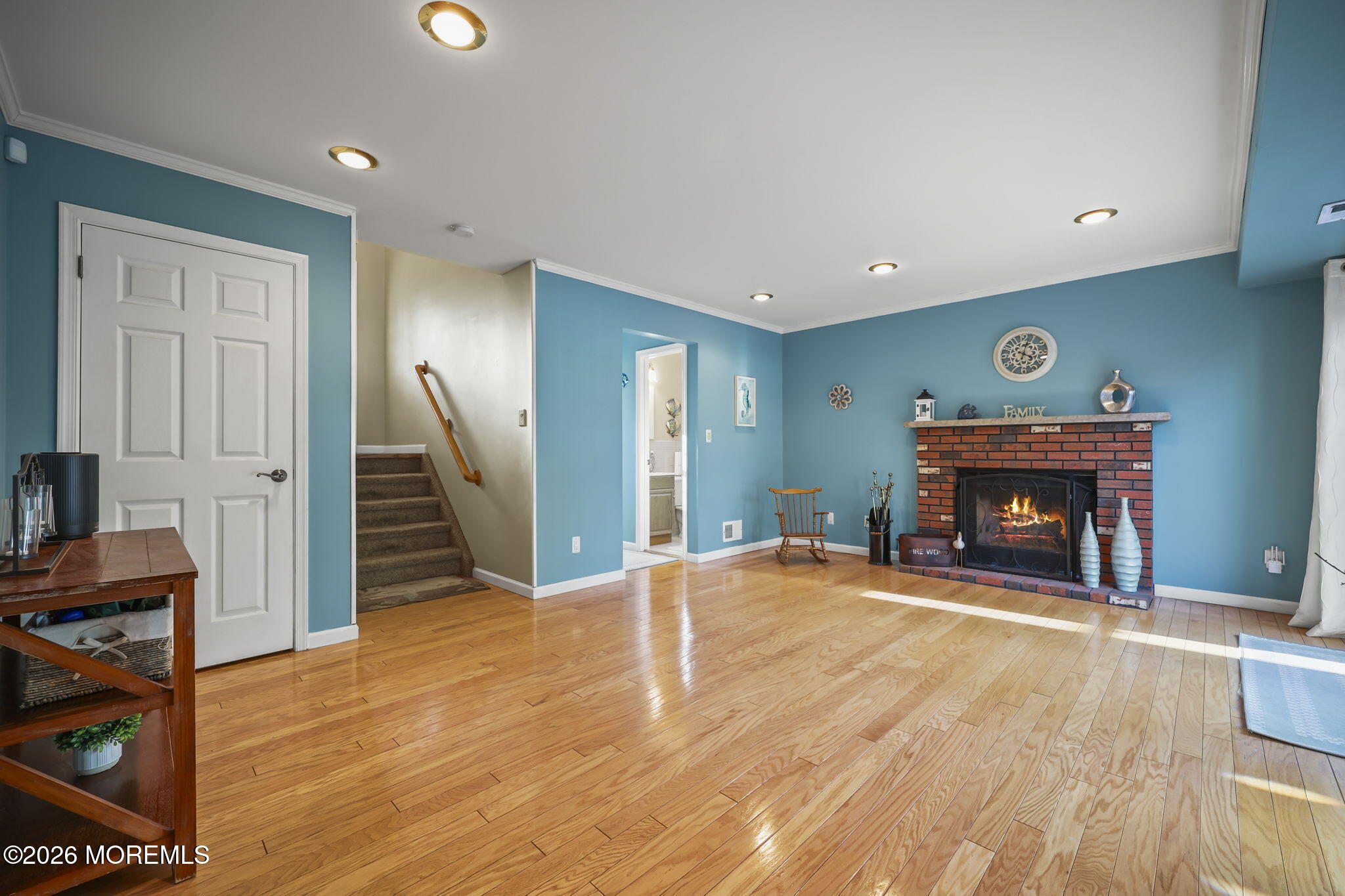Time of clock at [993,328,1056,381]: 4:02
